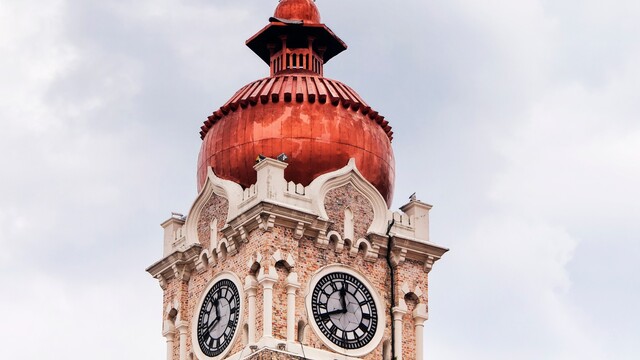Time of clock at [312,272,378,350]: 11:41
